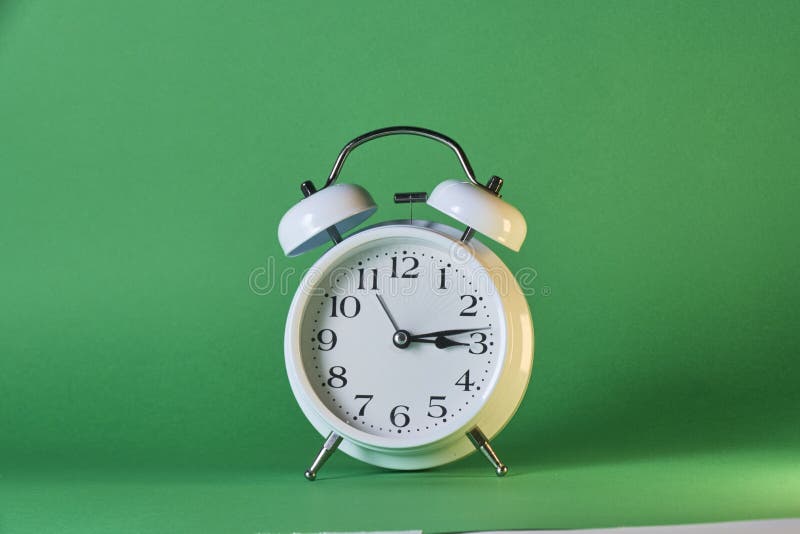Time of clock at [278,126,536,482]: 3:13
